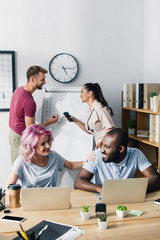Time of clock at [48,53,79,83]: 5:16
